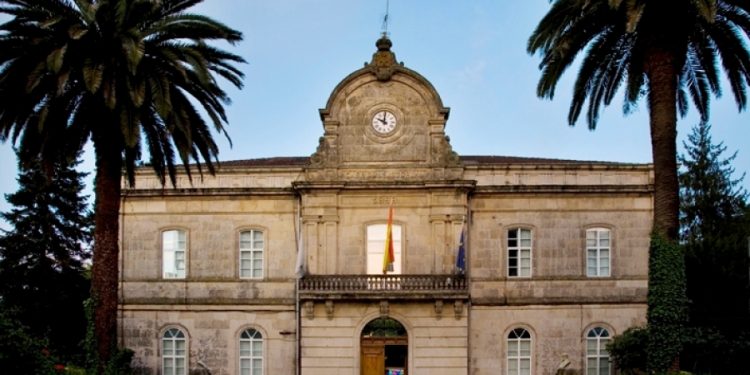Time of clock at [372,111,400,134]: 10:00
